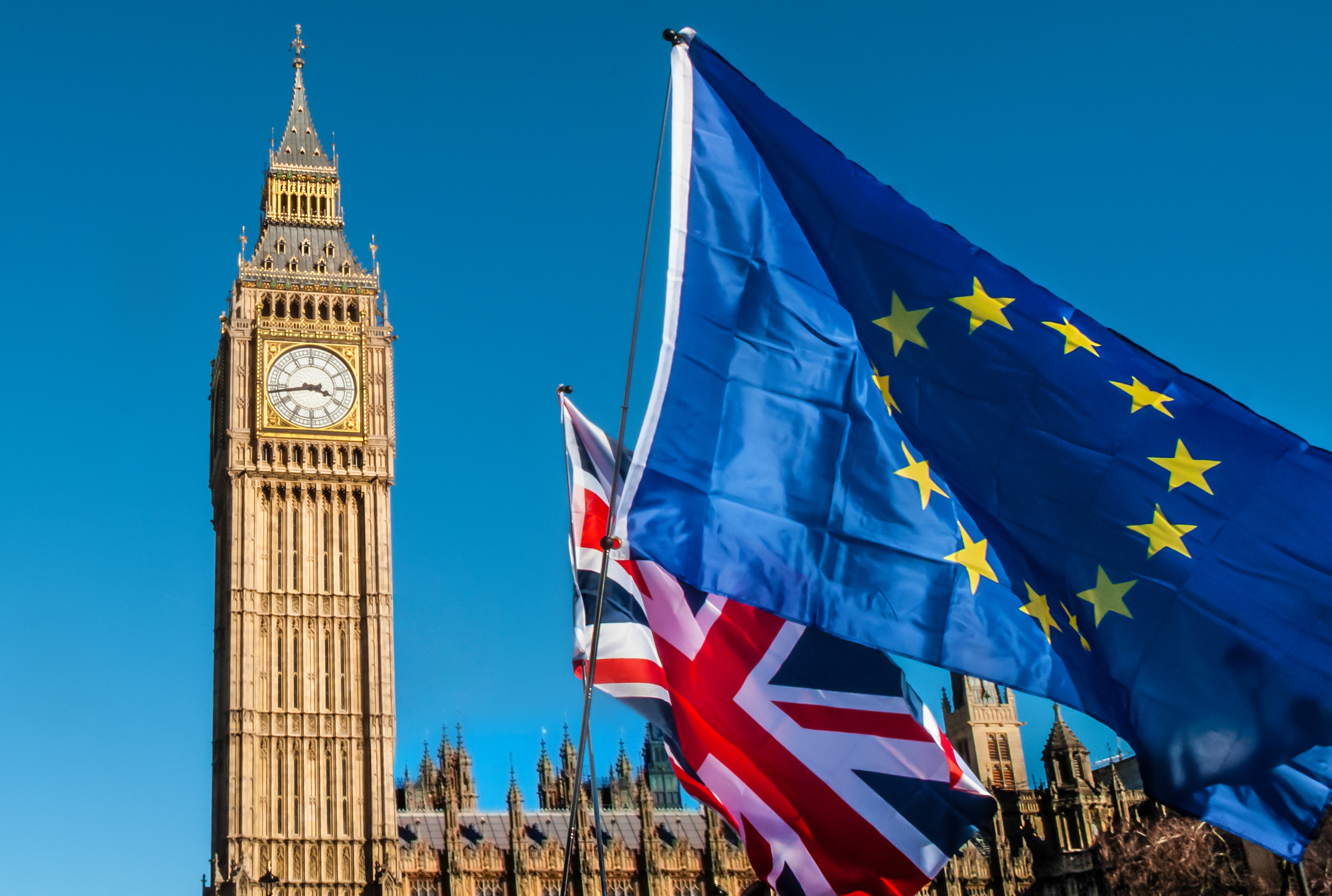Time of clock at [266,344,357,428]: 3:43
